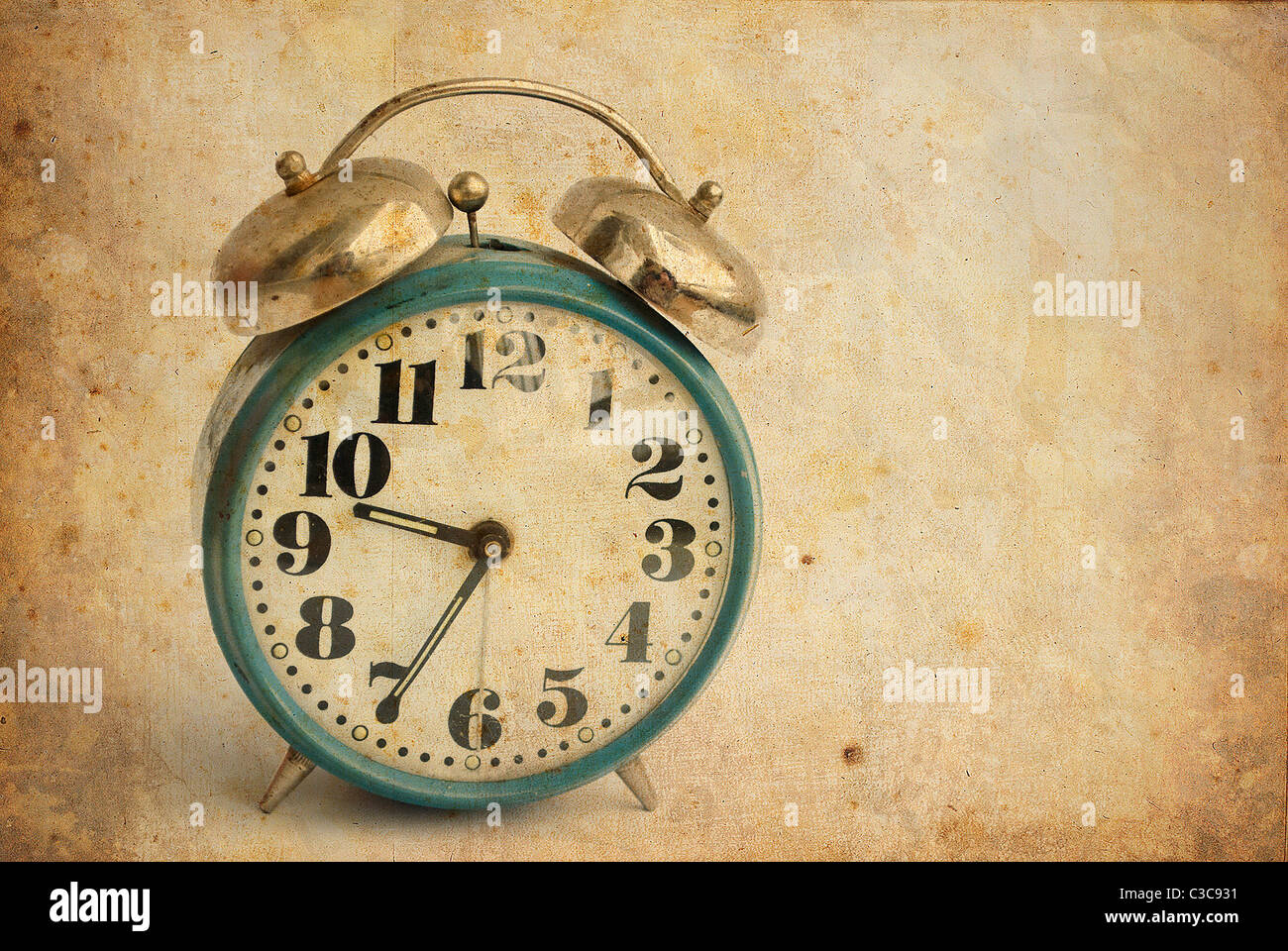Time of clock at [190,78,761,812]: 9:34
